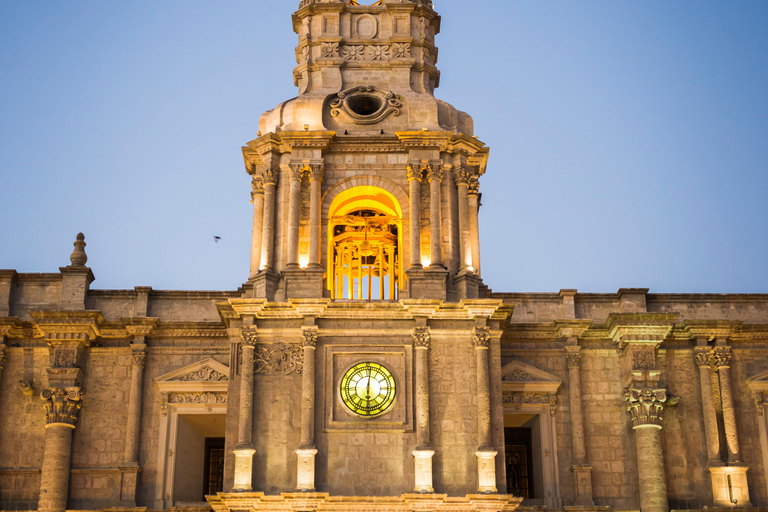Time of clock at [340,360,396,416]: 6:01
